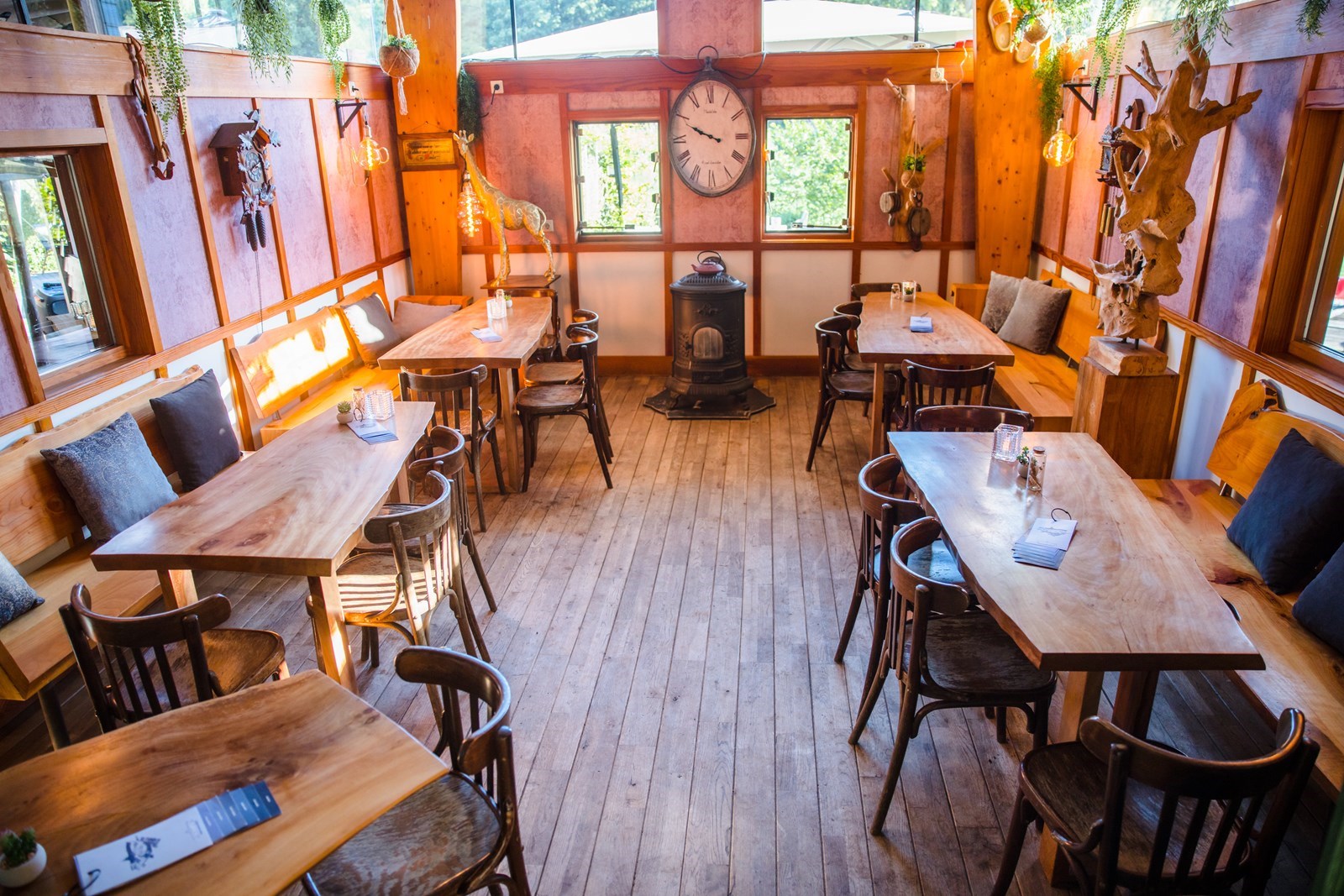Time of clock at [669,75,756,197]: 9:48
